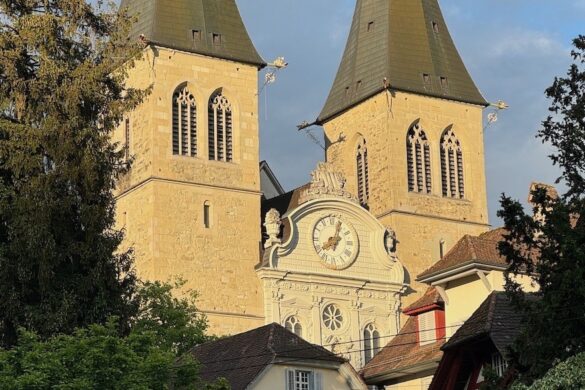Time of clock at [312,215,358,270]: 8:03
